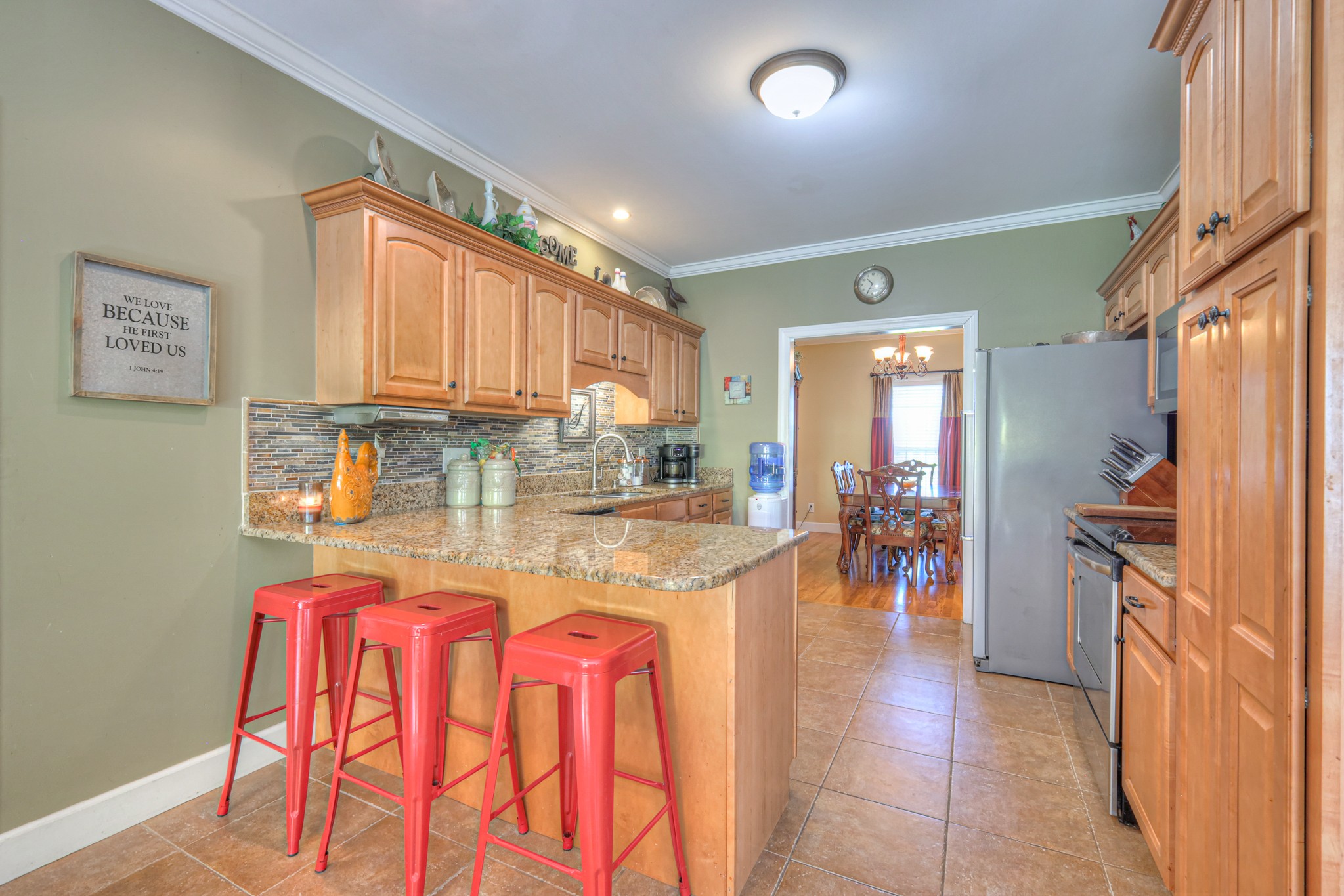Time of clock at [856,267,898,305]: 10:35
